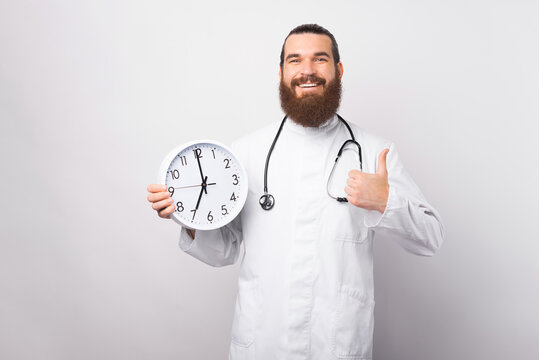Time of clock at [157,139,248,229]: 6:59
